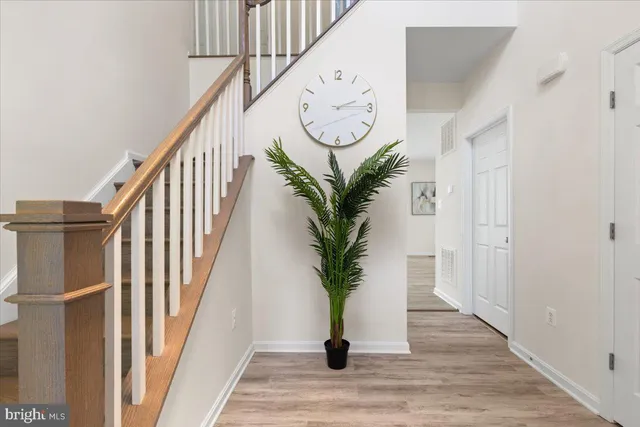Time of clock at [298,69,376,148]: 2:14
